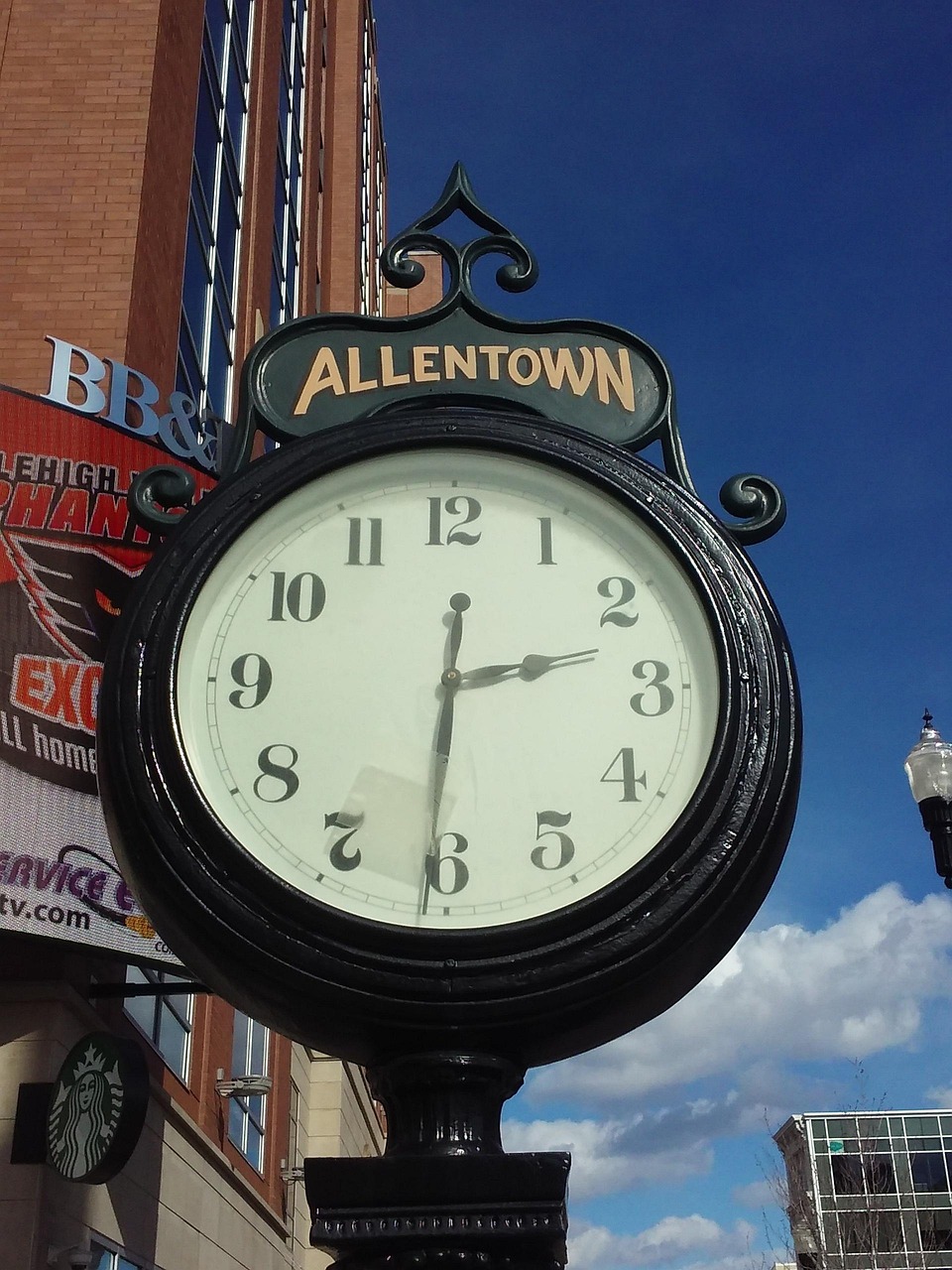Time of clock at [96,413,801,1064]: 2:30
